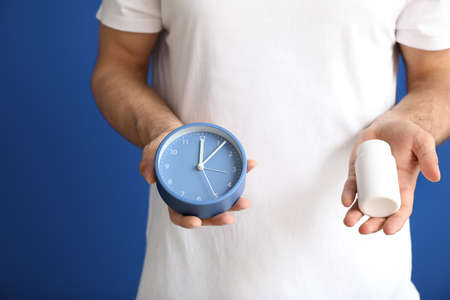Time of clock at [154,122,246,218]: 12:06
